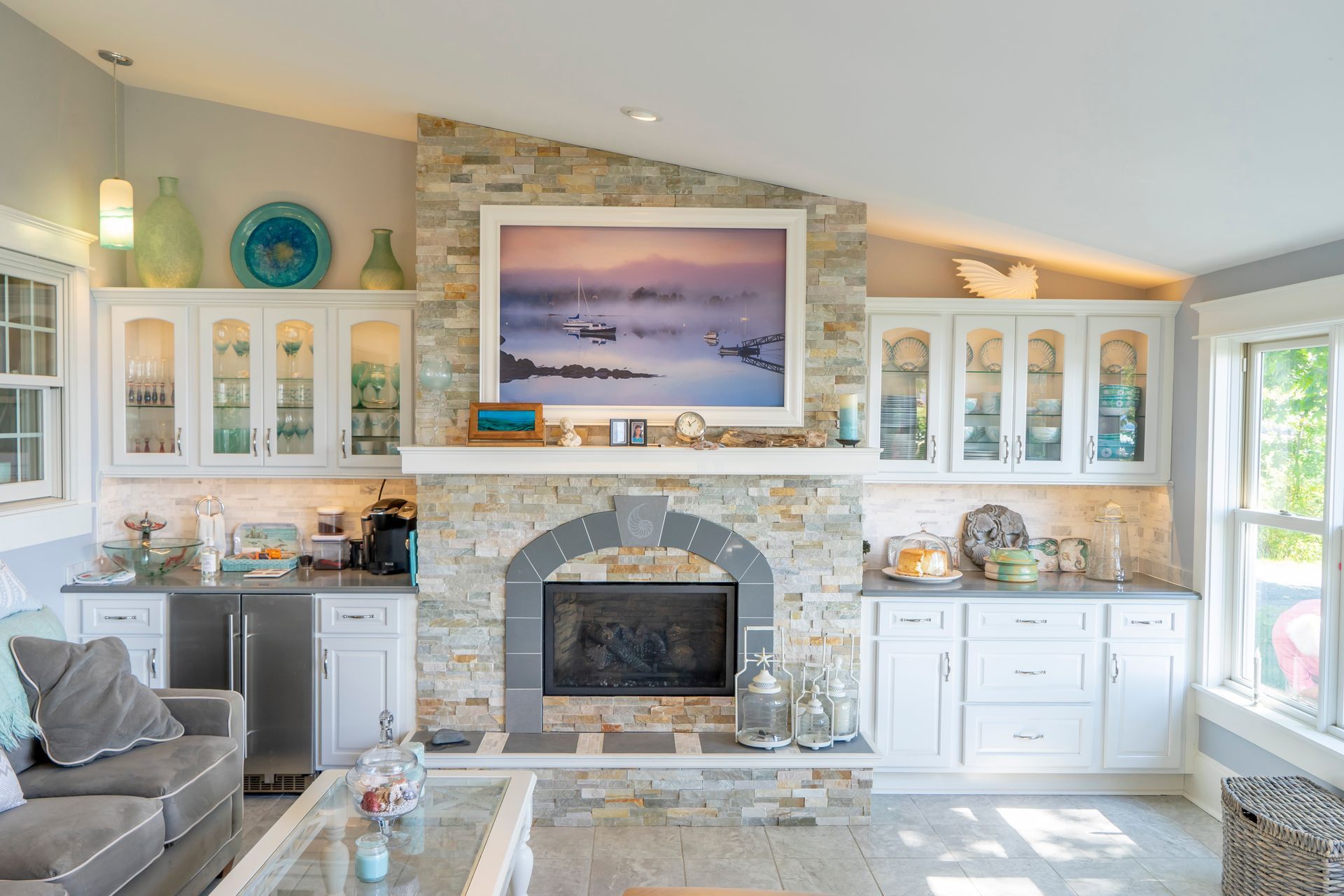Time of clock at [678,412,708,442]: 11:07
